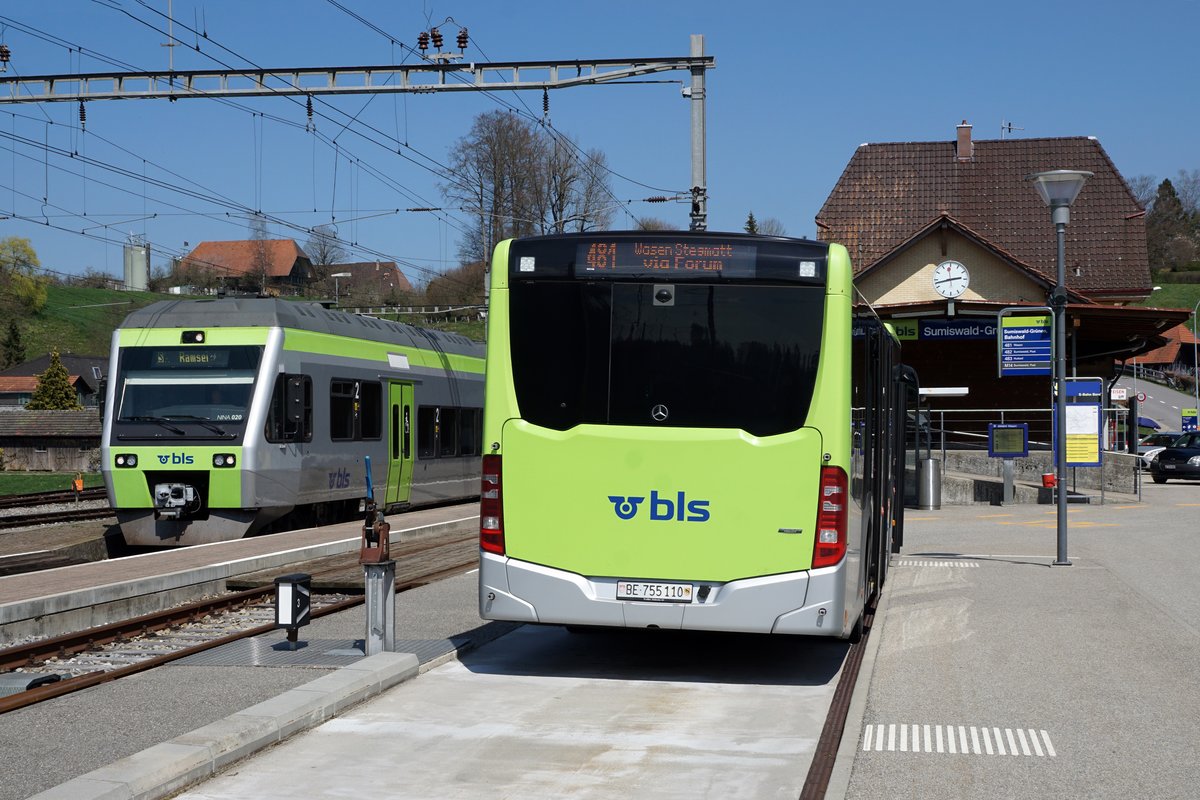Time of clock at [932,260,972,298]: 2:42
